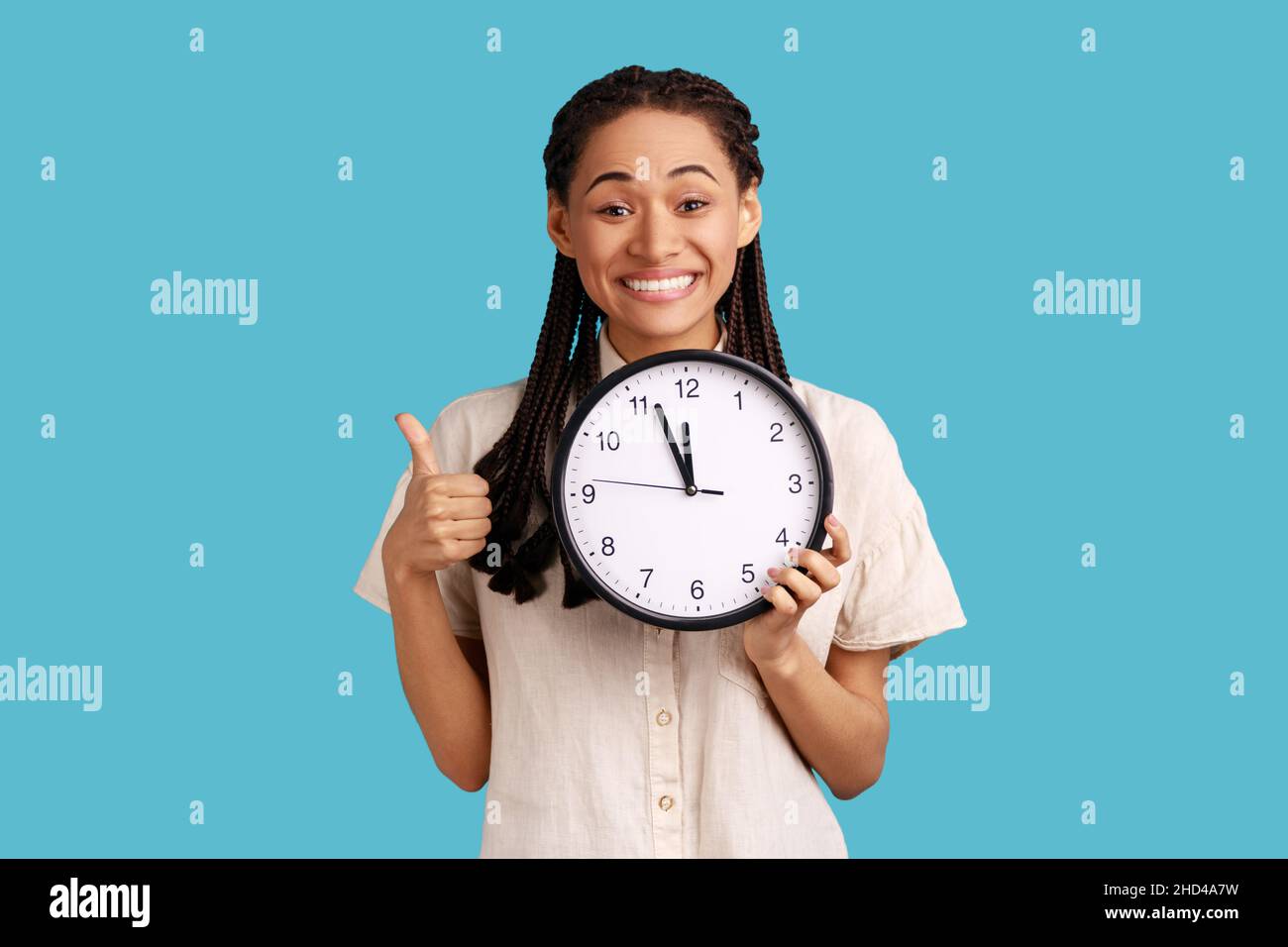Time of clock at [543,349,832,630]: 11:56
